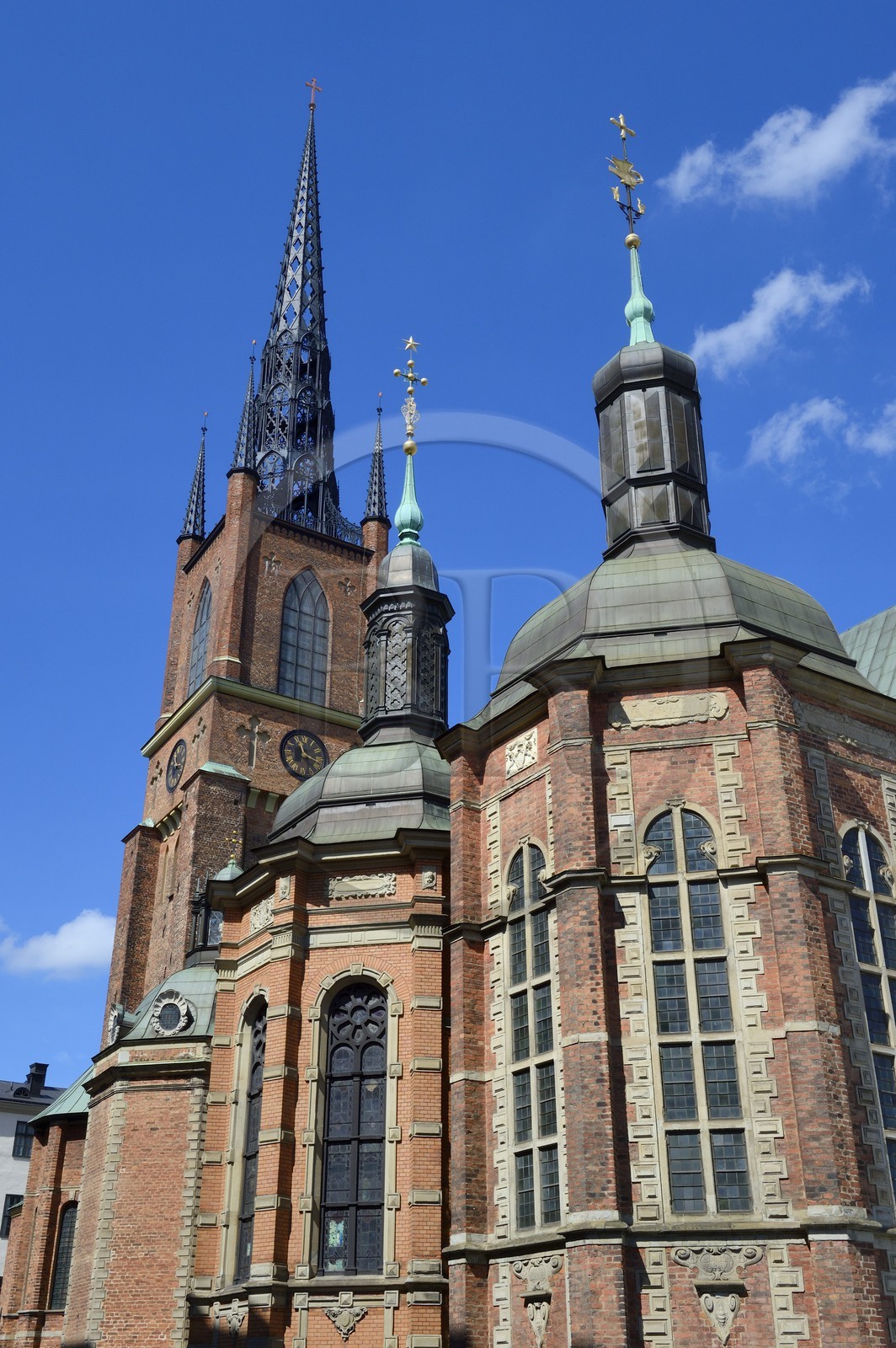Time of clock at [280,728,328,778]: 11:18
